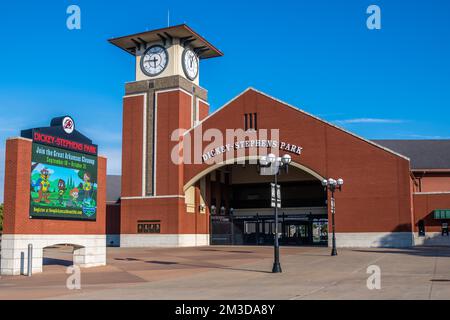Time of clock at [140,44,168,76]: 5:45
